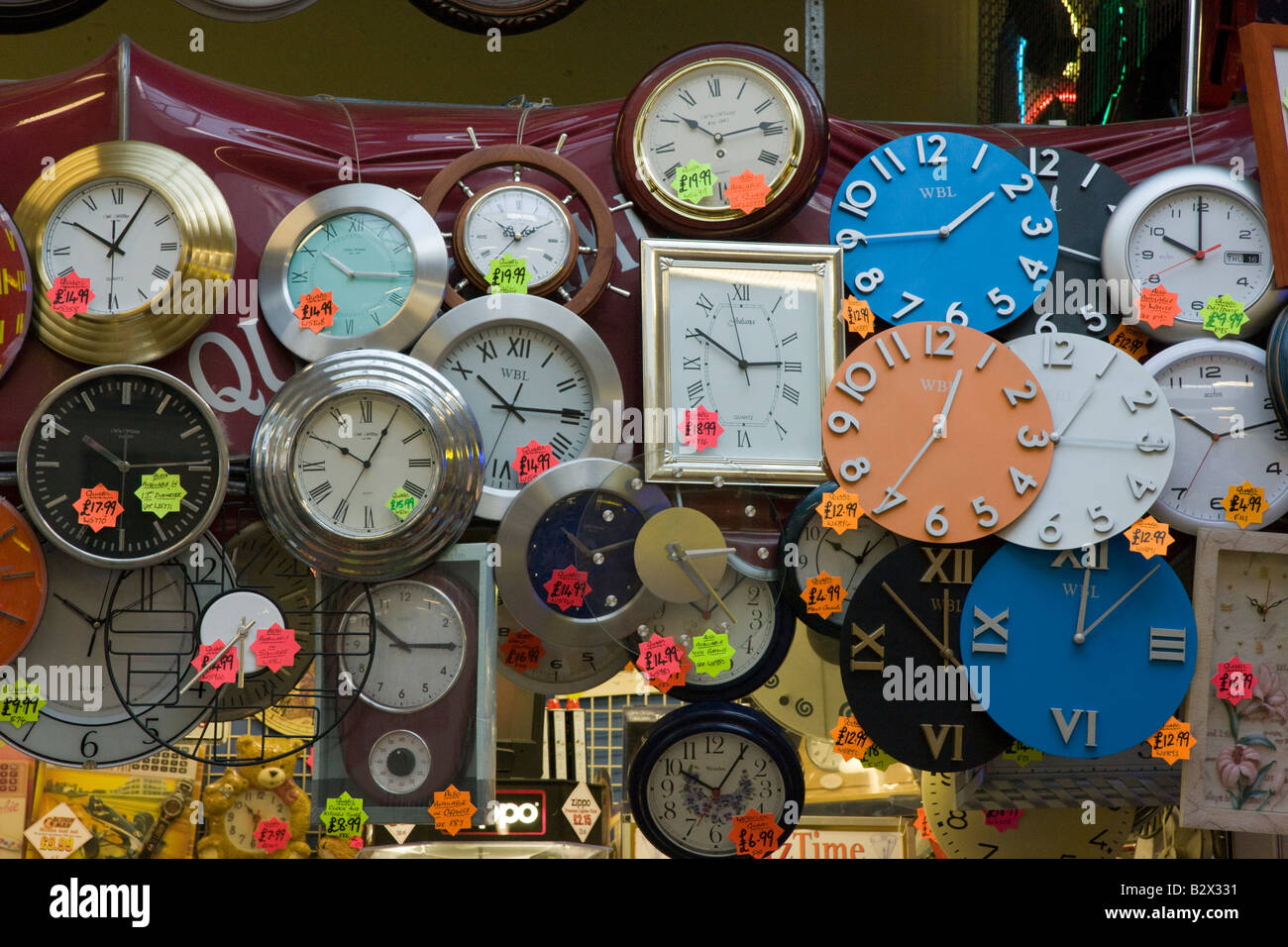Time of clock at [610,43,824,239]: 10:13
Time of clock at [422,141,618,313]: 10:10
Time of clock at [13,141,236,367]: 10:05
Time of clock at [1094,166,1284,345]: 9:59
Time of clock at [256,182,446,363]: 10:16
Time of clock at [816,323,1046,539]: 12:35
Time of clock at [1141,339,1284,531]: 10:13
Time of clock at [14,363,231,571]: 10:14
